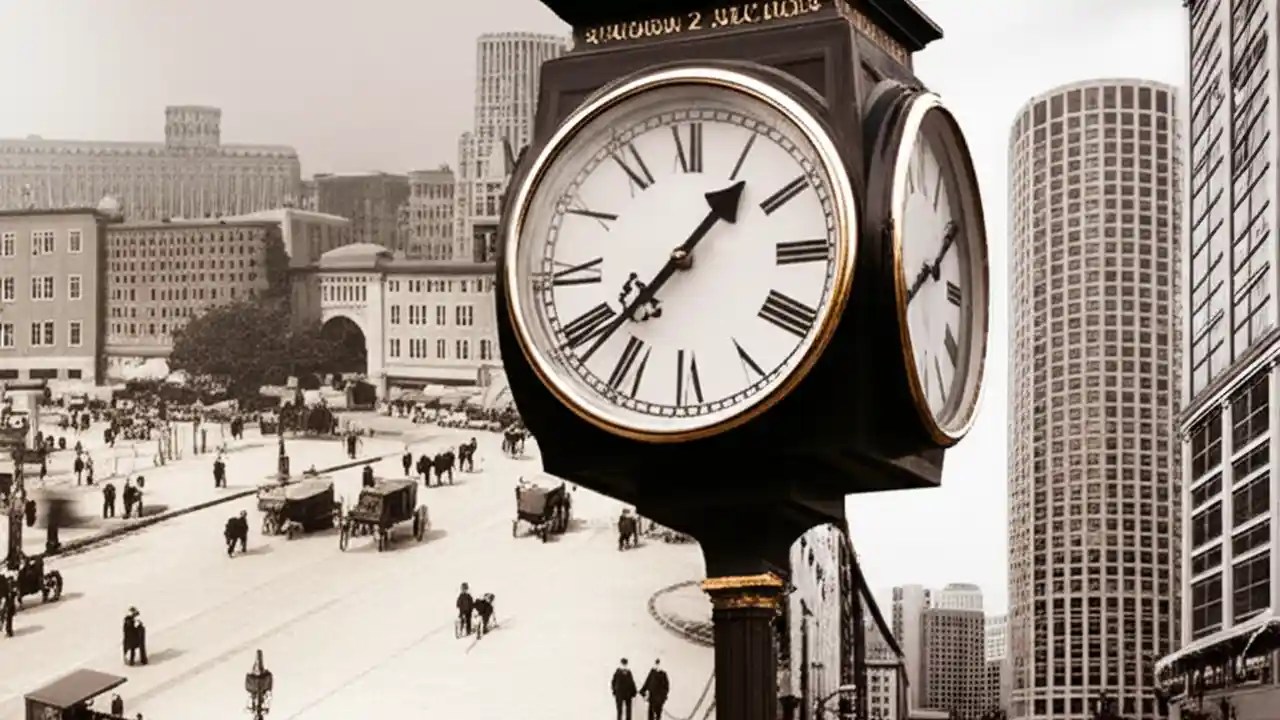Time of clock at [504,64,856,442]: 1:38
